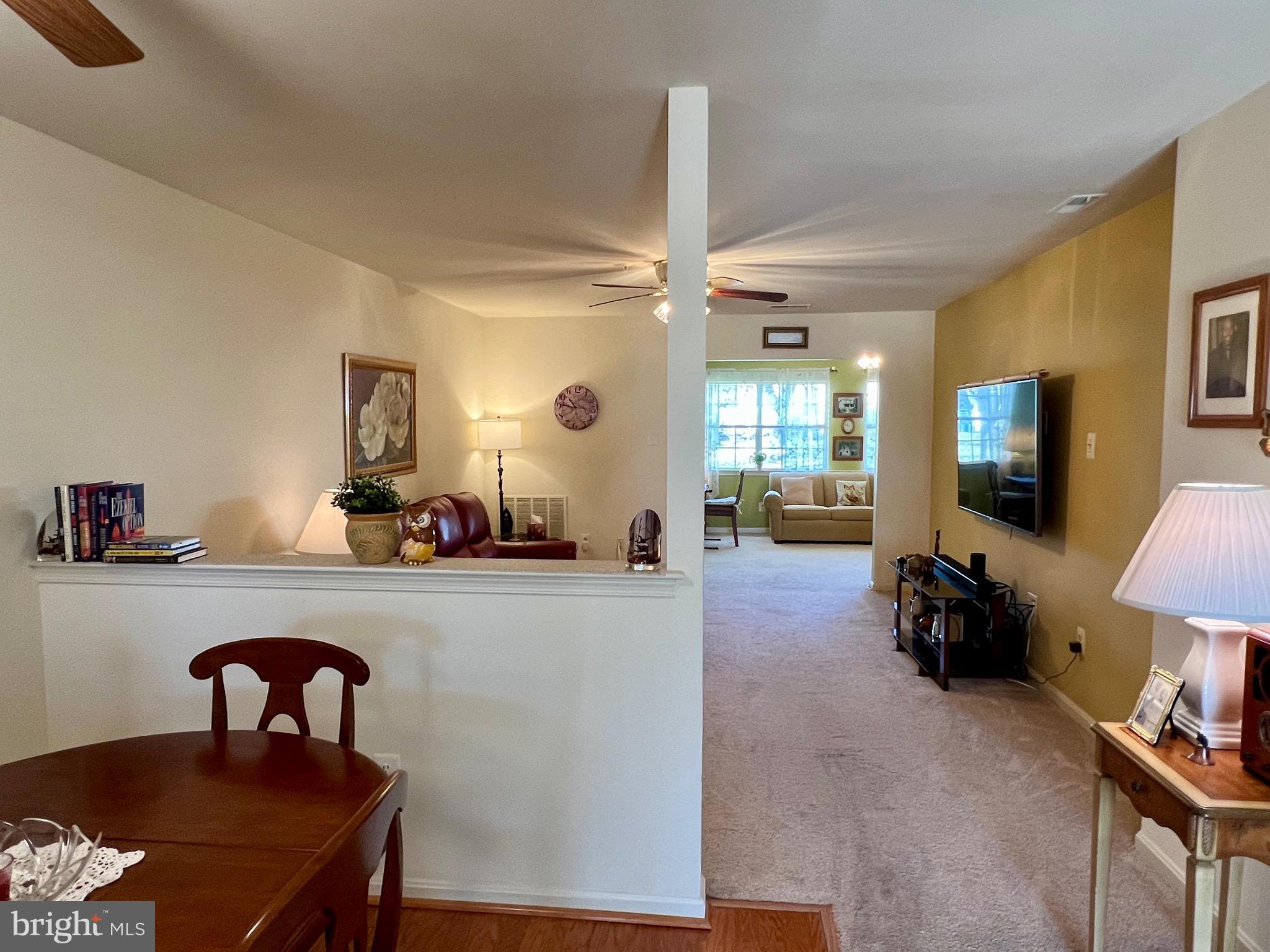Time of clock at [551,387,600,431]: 10:46
